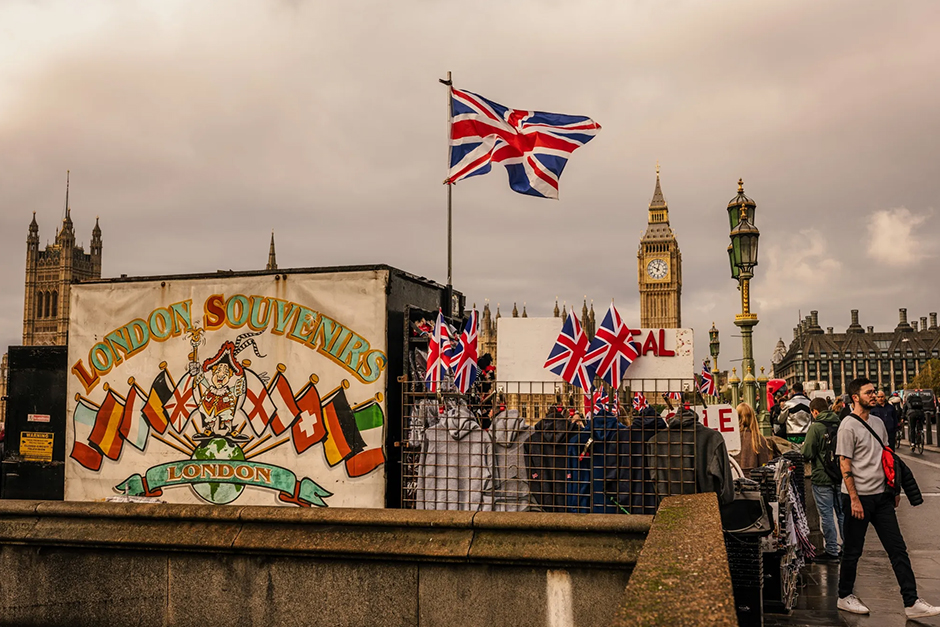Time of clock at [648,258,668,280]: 10:02
